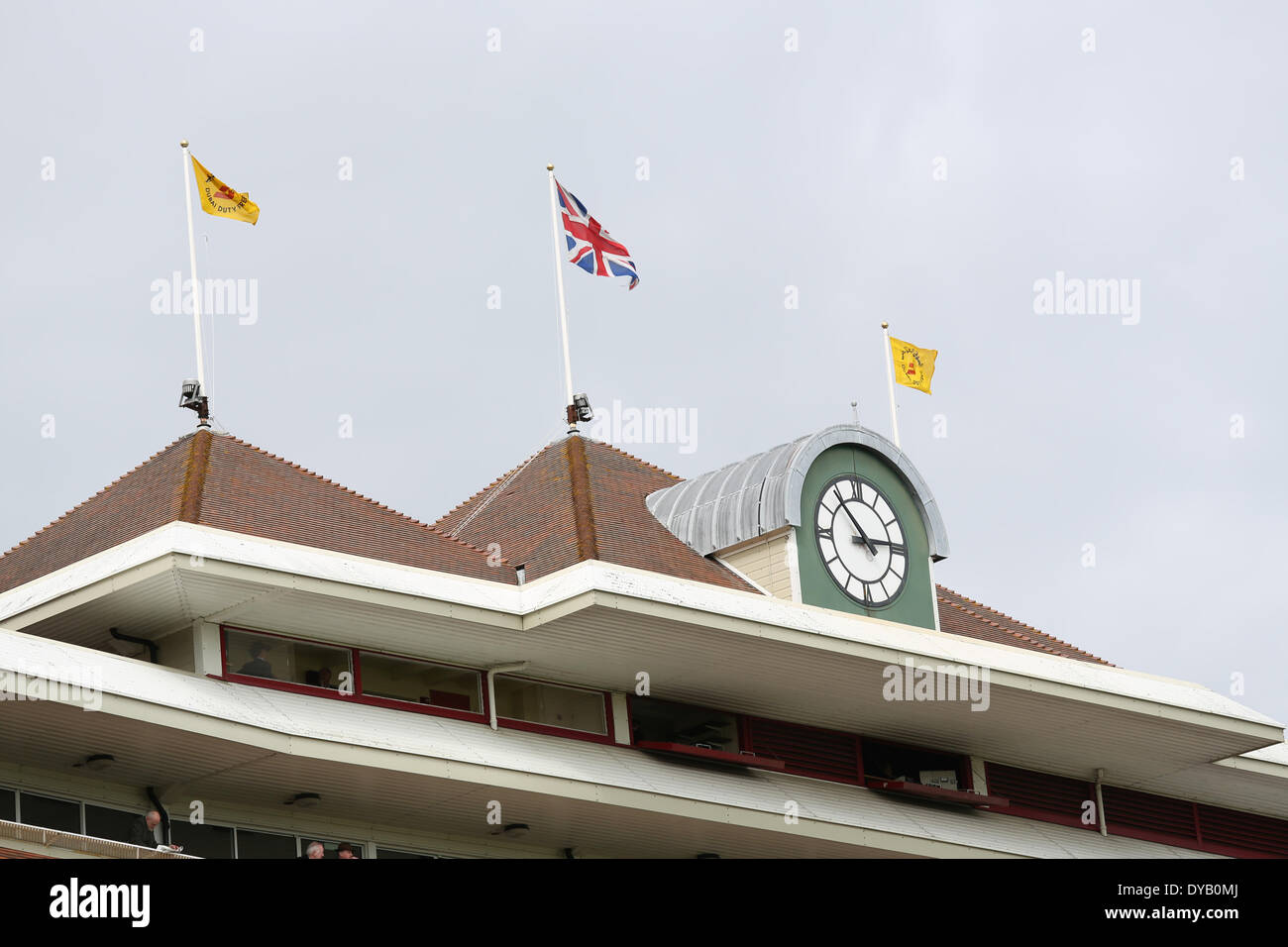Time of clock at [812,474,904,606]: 2:53
